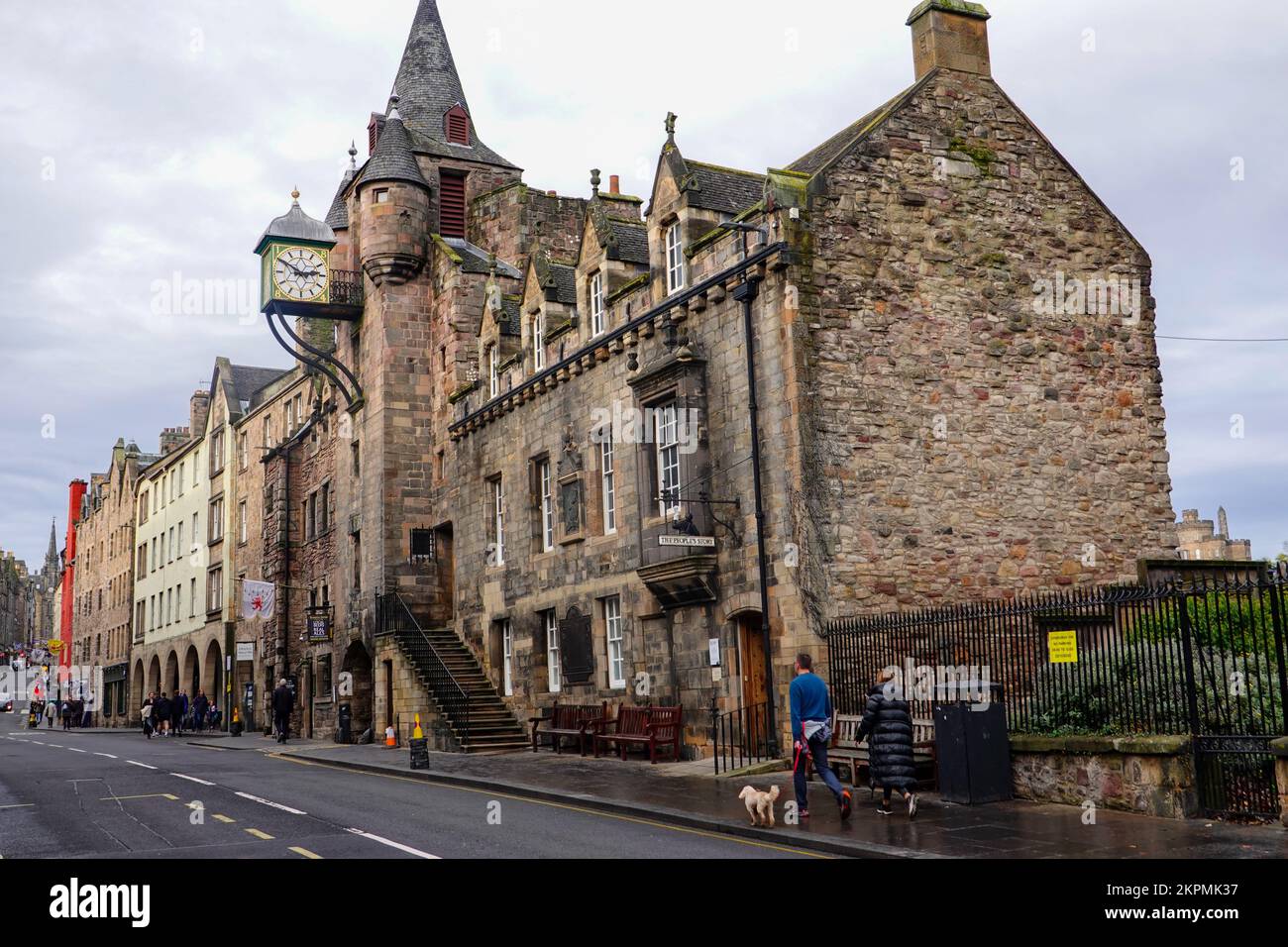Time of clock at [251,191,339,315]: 2:50
